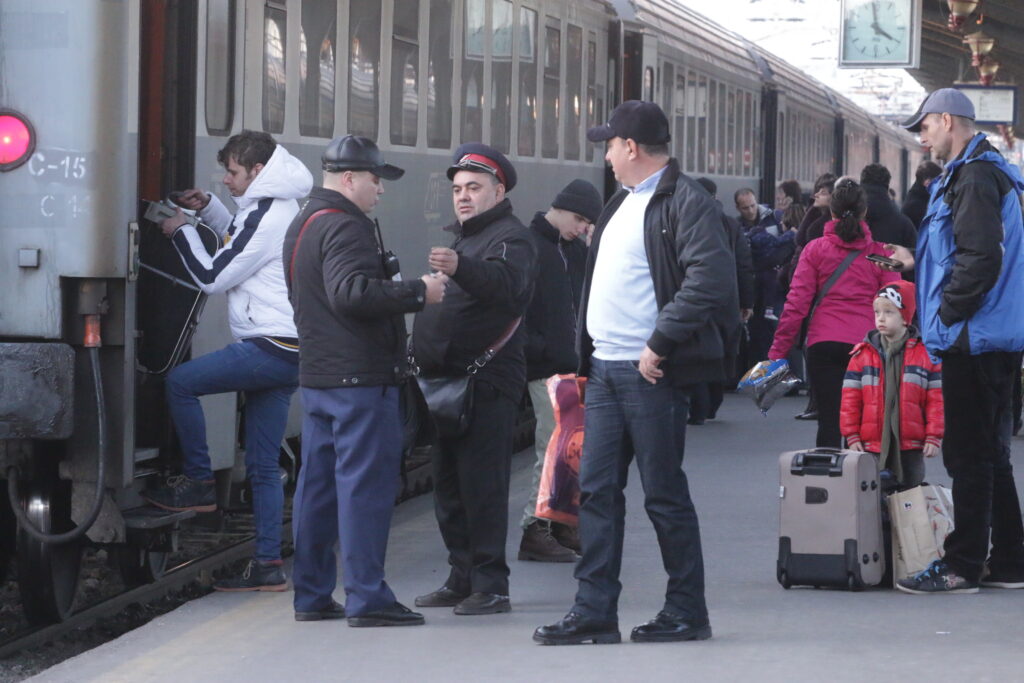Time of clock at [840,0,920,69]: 3:58
